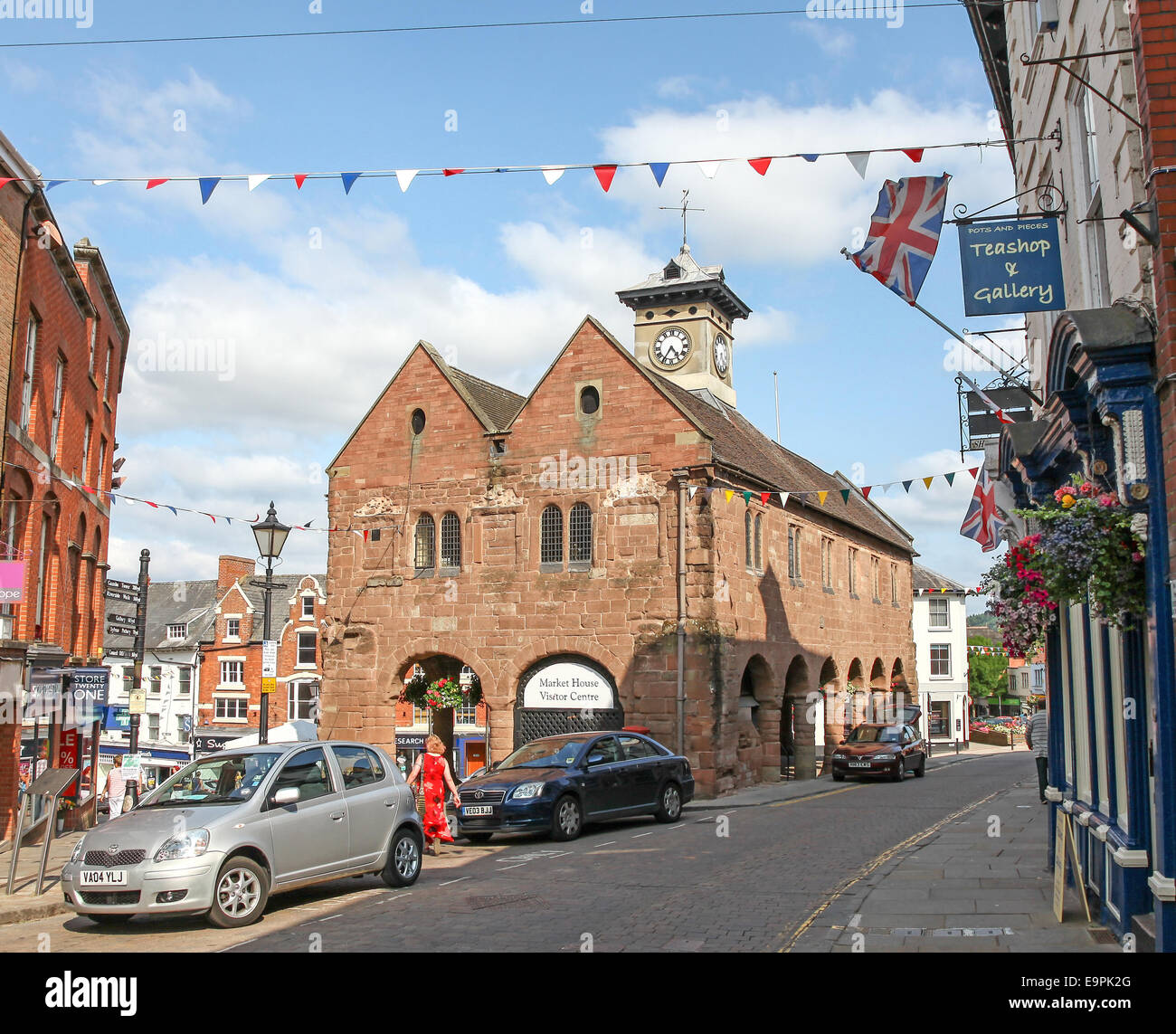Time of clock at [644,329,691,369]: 4:35
